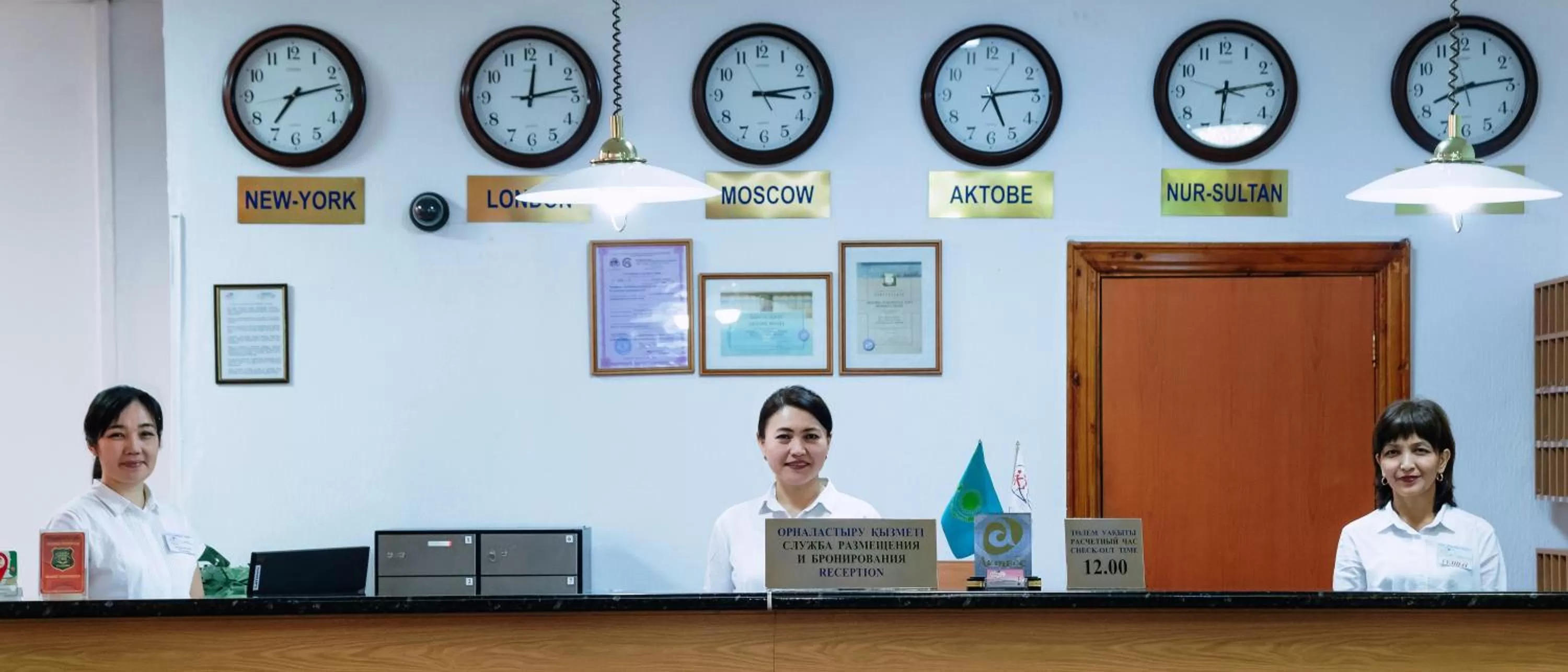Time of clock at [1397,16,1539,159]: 8:13
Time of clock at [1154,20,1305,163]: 6:13
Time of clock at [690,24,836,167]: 3:13
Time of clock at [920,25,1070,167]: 5:13
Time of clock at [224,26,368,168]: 7:12
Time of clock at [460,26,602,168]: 12:13
